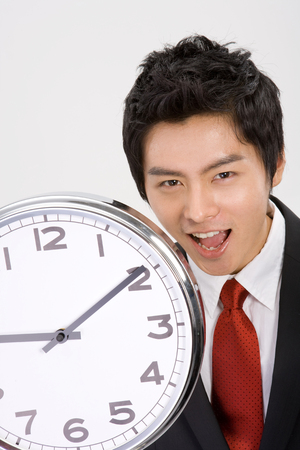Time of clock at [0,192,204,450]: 9:09
